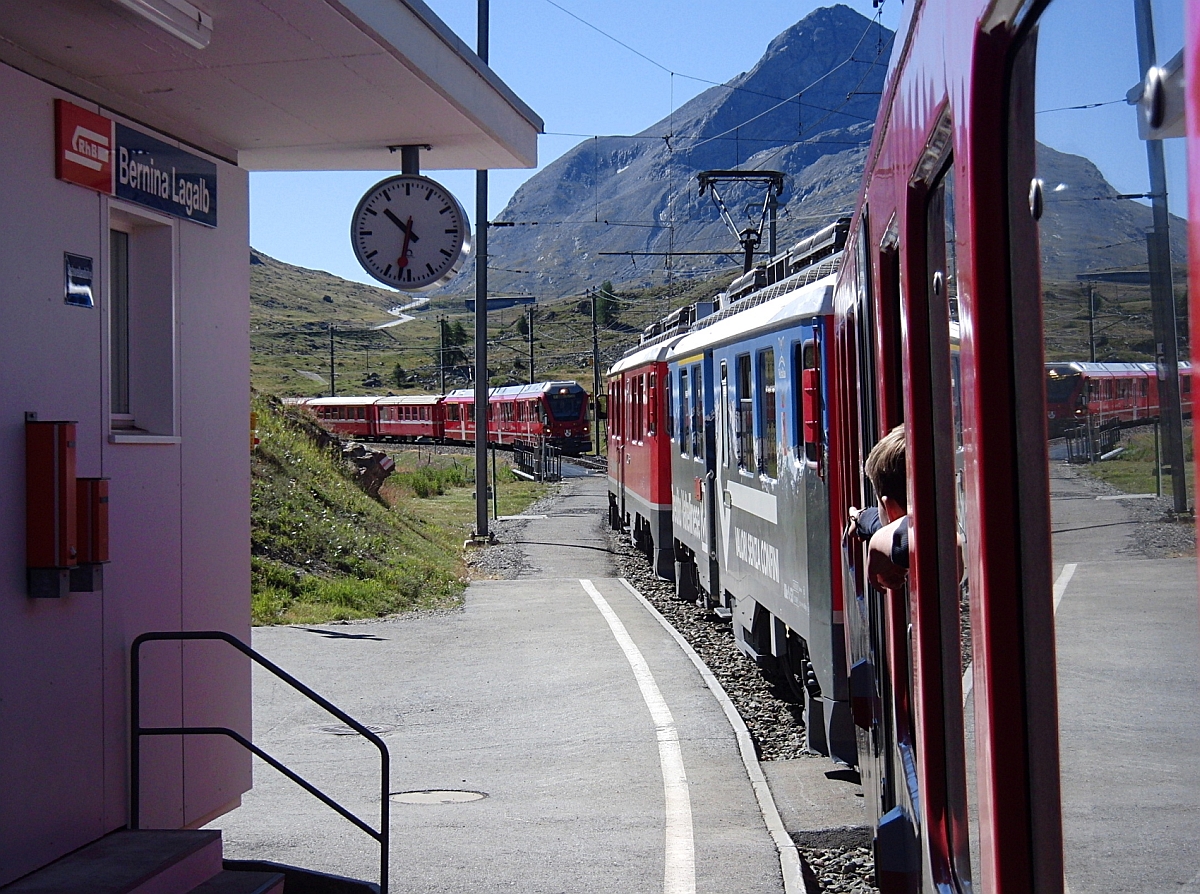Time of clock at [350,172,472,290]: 10:32
